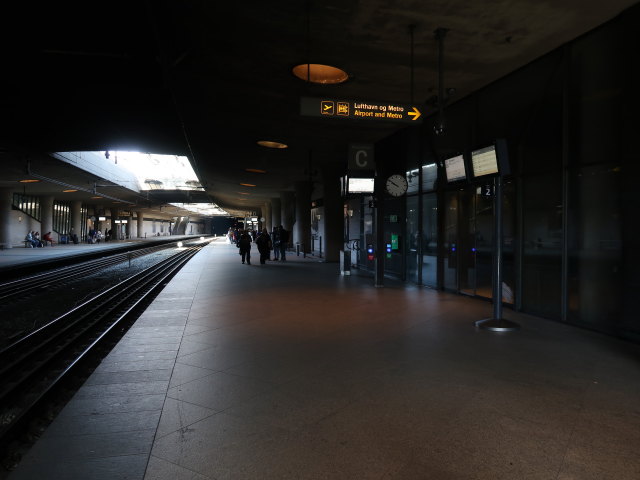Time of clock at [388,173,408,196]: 9:50
